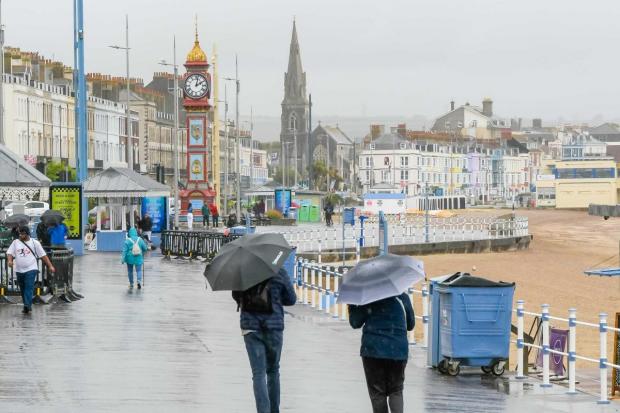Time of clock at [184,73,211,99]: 2:02
